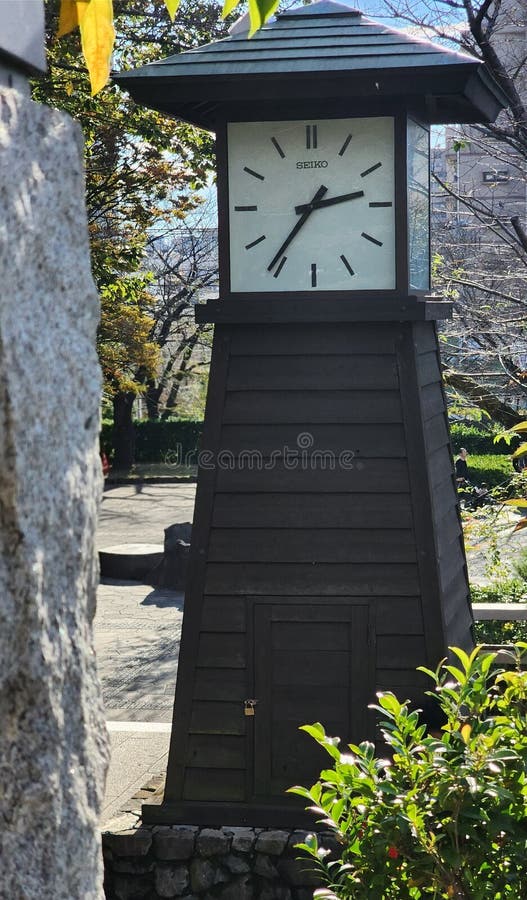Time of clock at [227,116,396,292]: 2:36
